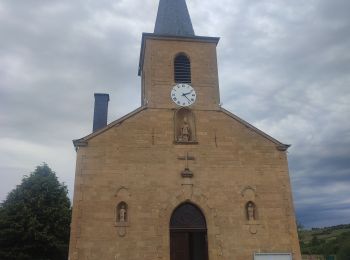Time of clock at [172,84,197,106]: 2:22
